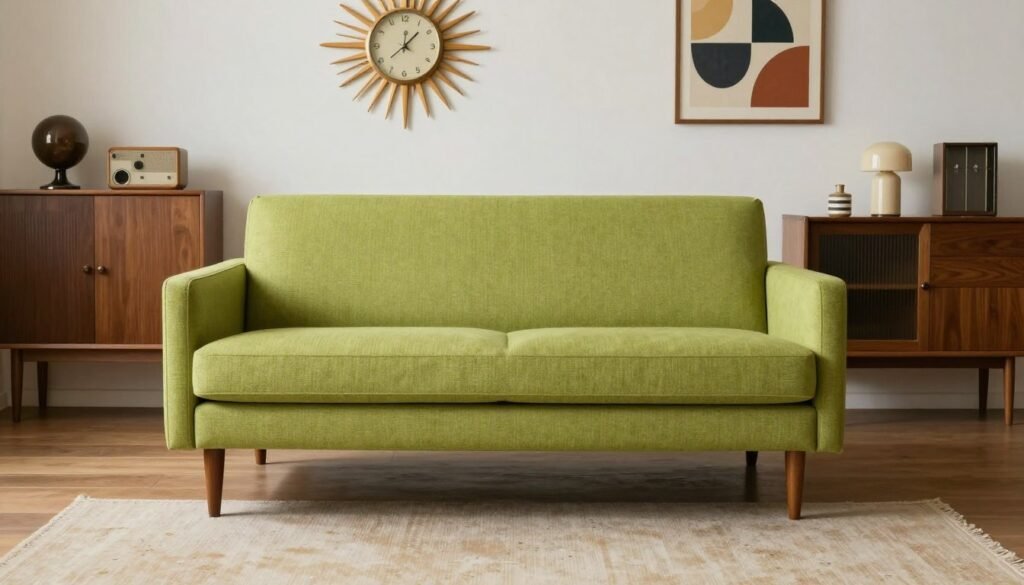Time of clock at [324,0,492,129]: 12:07
